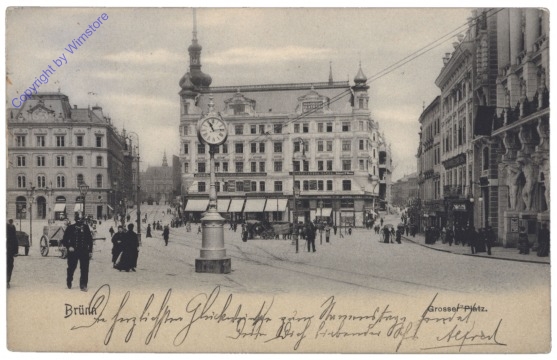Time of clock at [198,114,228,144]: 11:13
